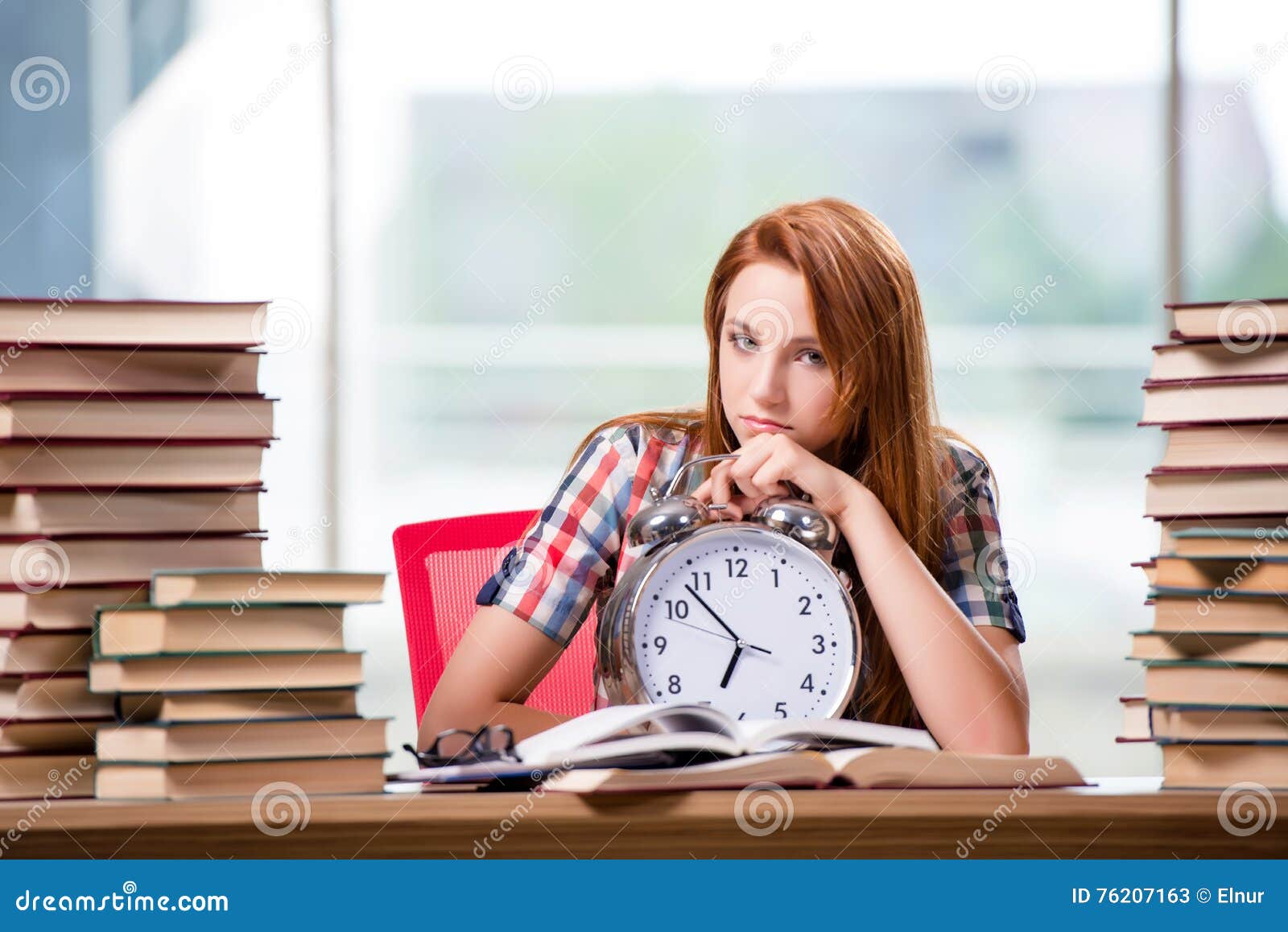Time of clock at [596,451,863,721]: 6:53
